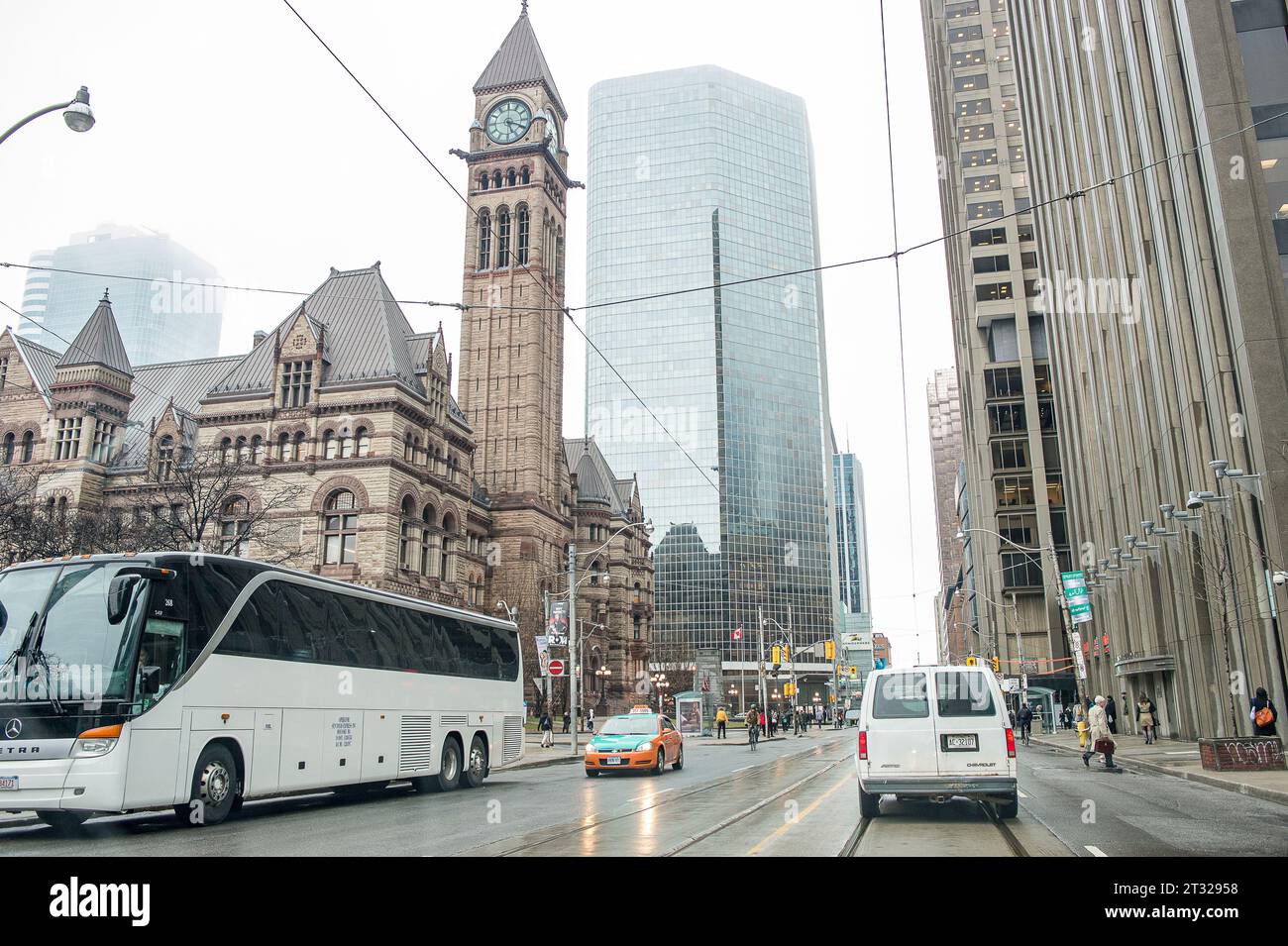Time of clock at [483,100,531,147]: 5:18
